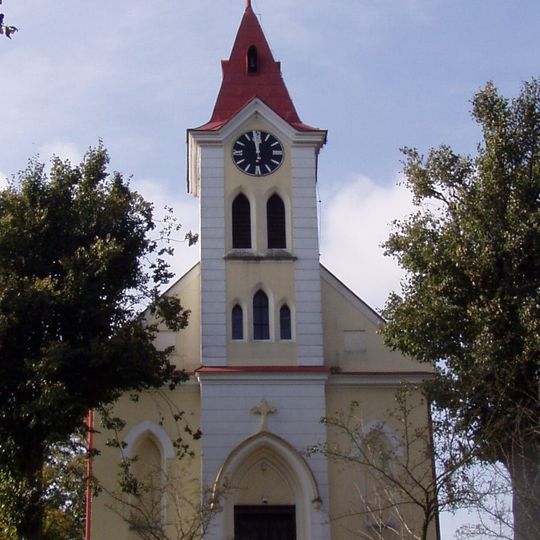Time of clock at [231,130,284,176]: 11:58
